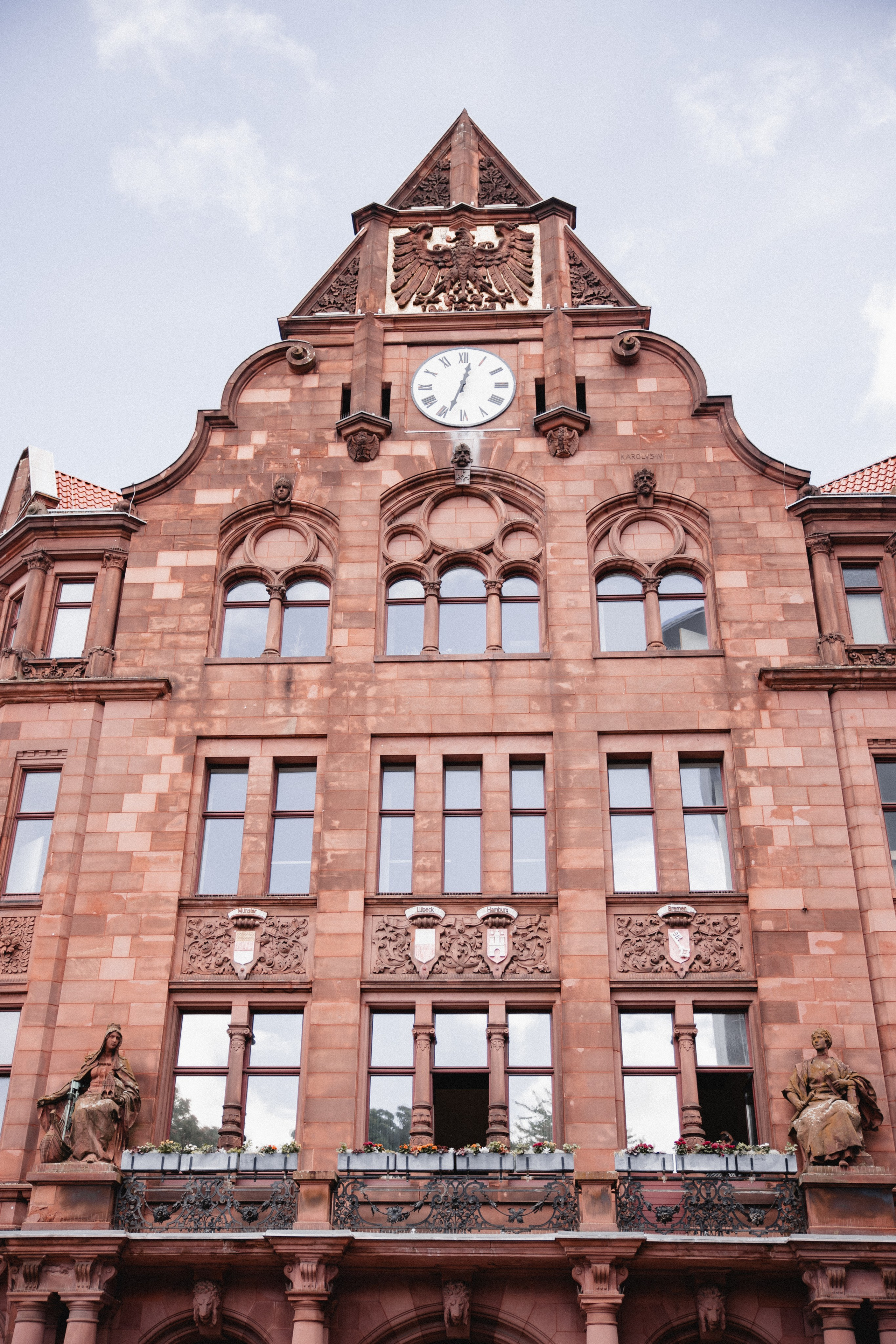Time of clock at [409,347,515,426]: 12:33
